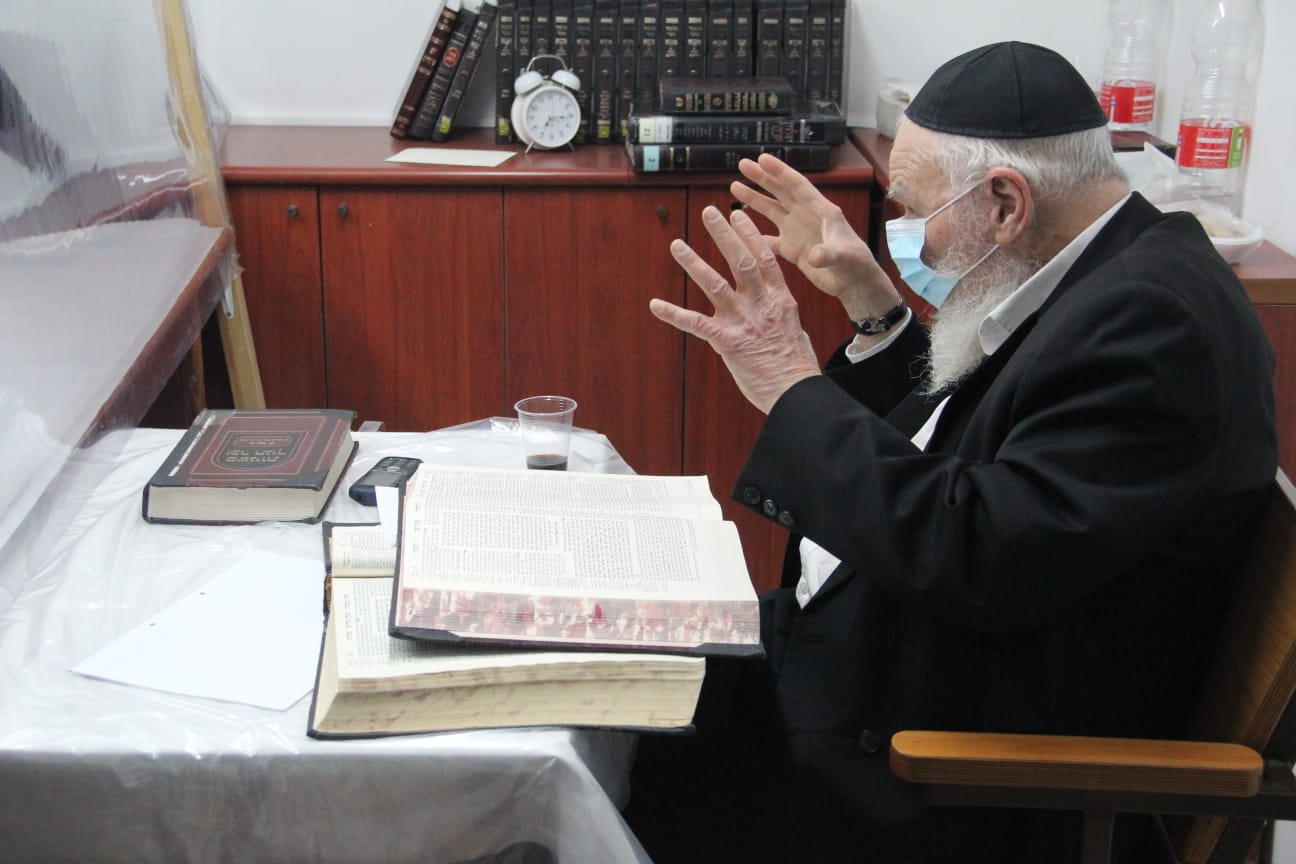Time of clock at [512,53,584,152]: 7:15
